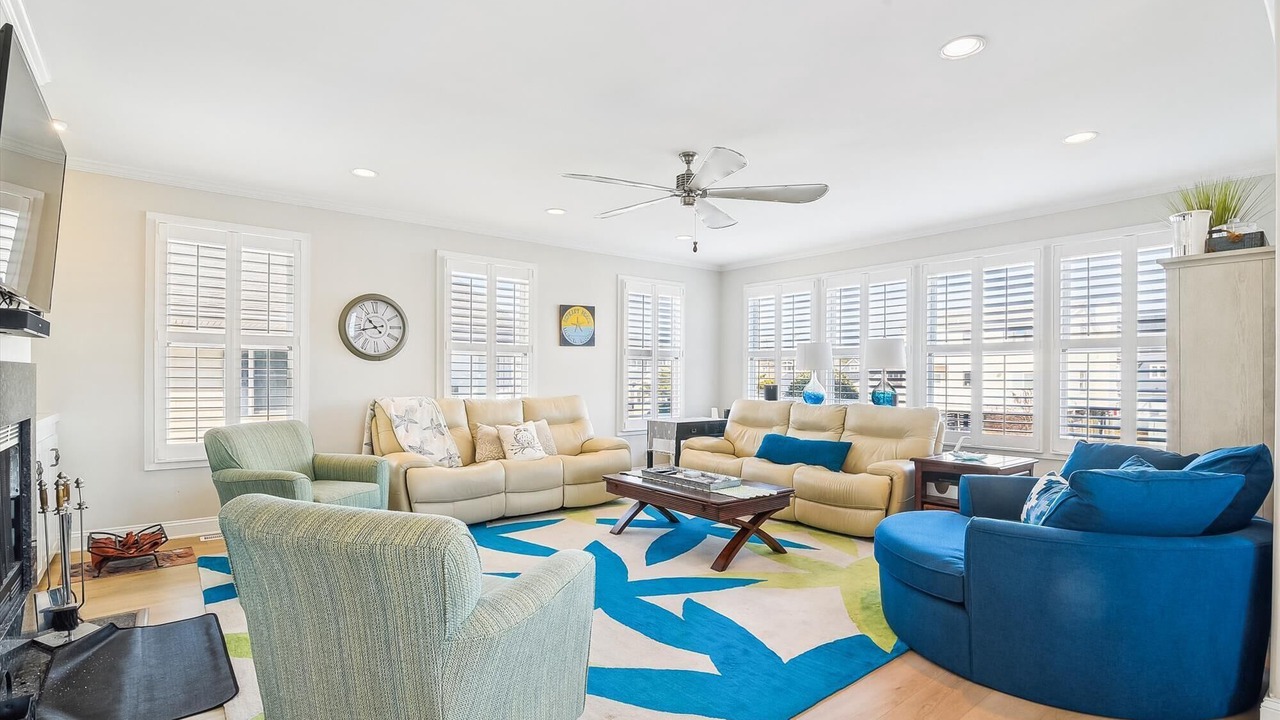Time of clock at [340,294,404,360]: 10:42
